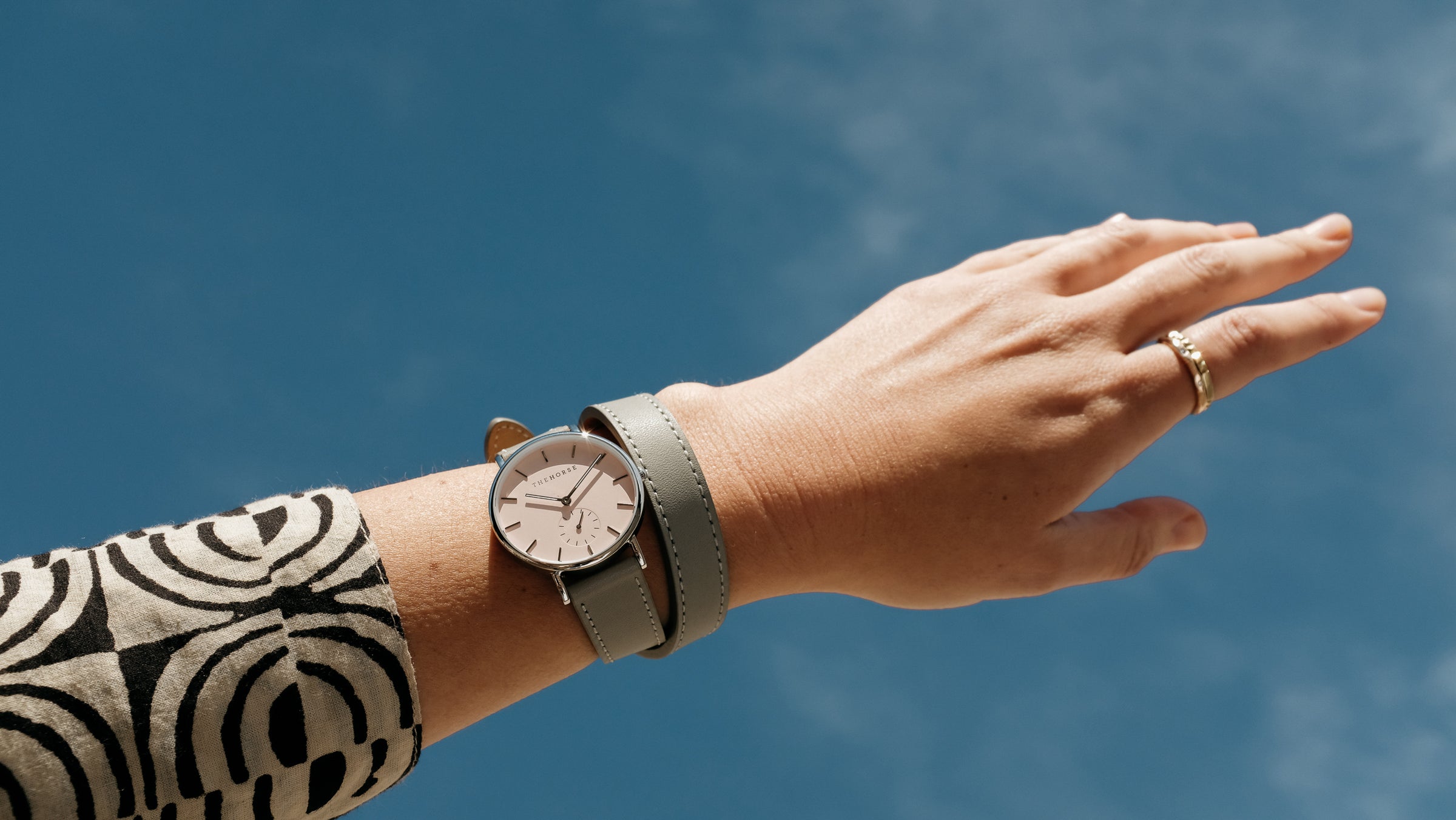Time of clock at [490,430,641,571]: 9:04
